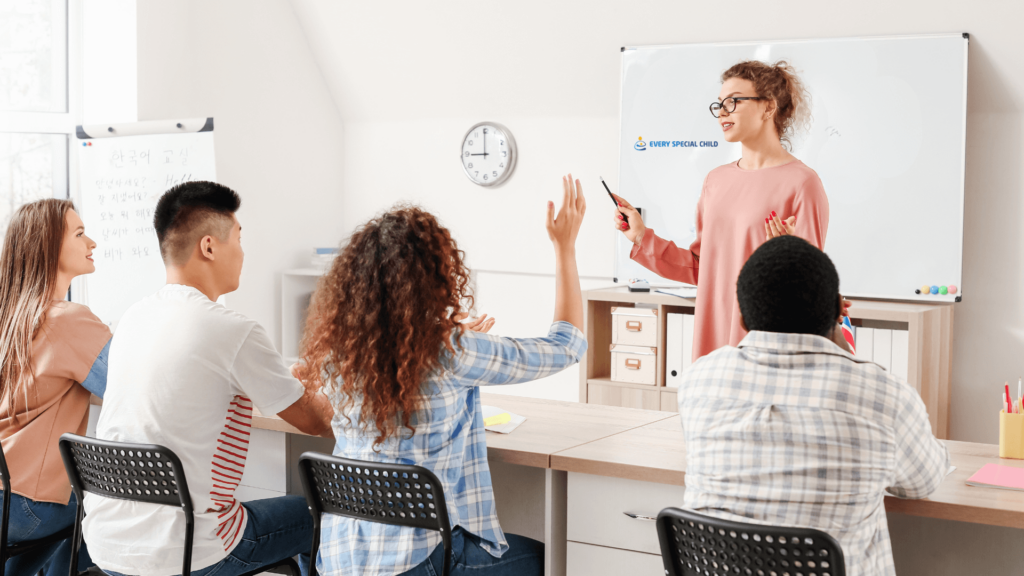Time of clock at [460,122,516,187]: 8:59
